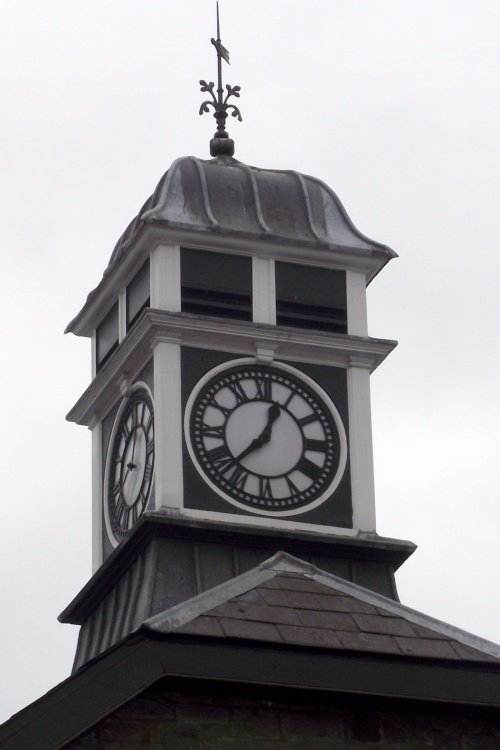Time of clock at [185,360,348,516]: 12:37
